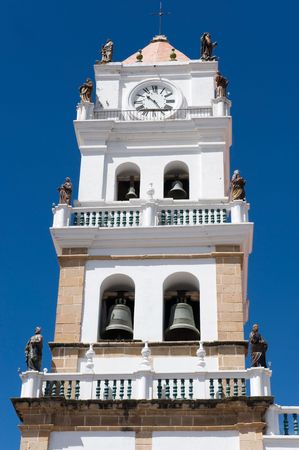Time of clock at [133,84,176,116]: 10:24
